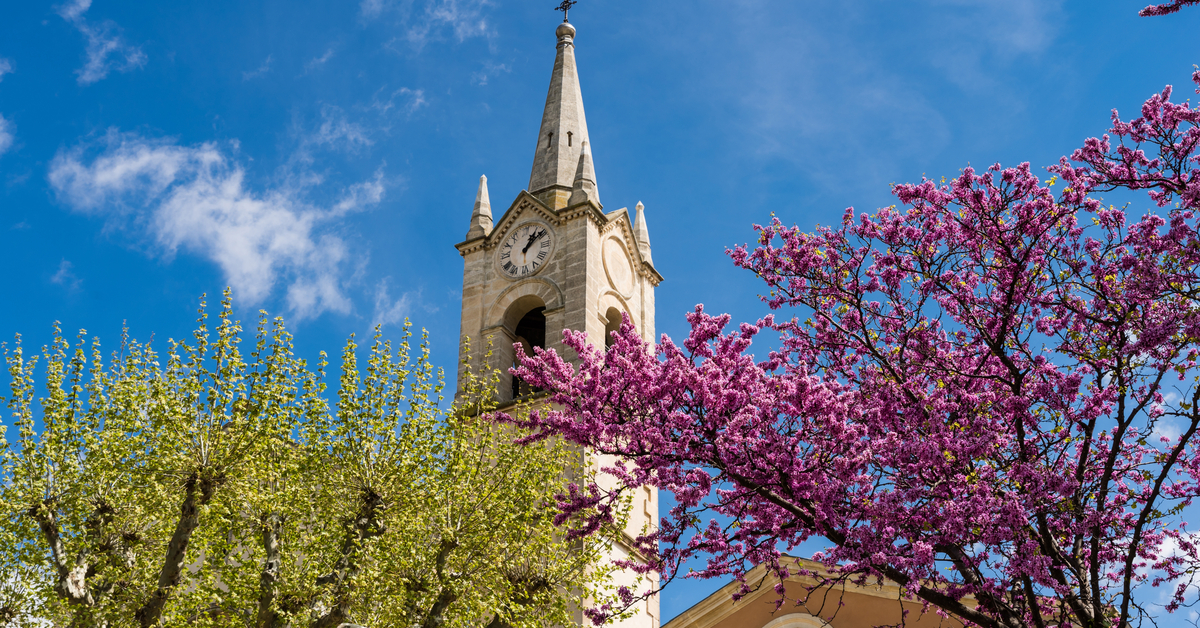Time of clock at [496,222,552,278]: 1:08
